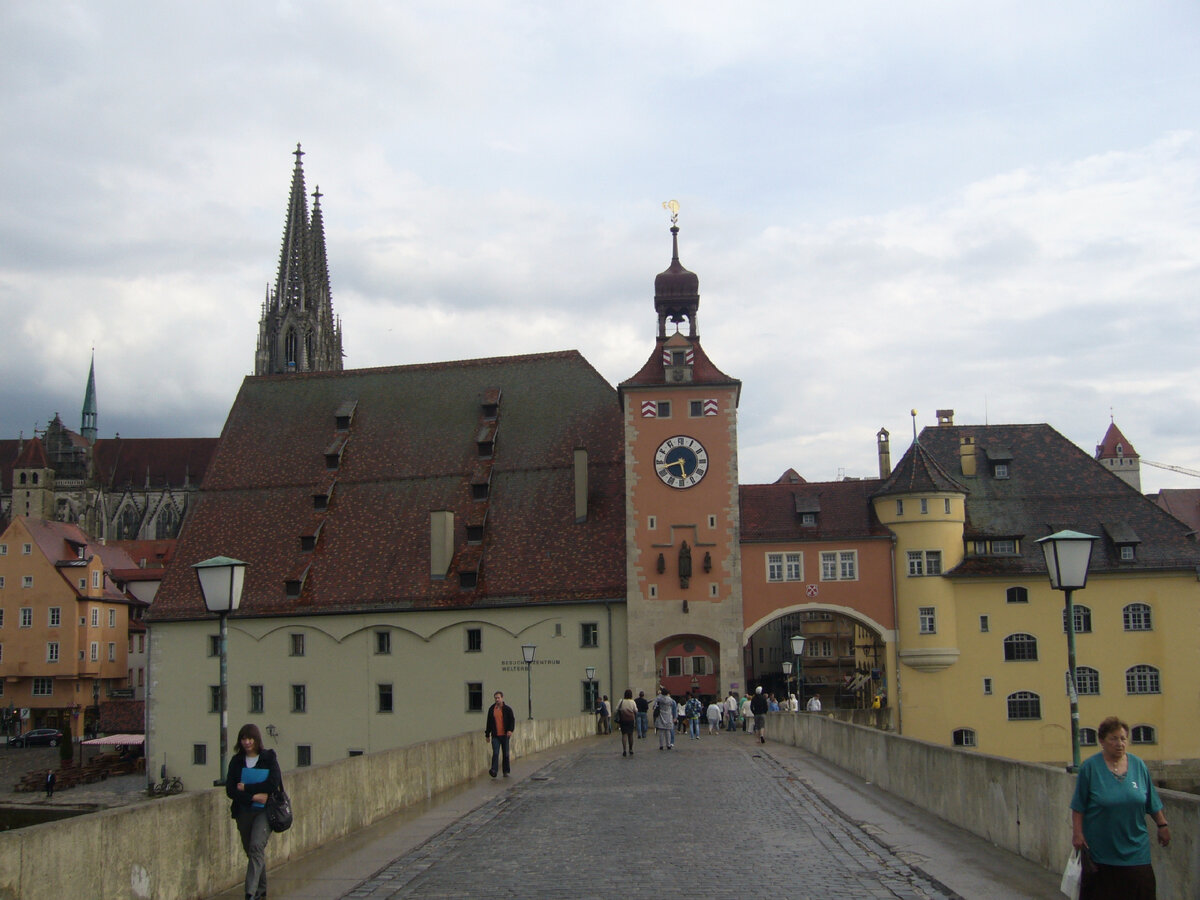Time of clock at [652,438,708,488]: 5:42
